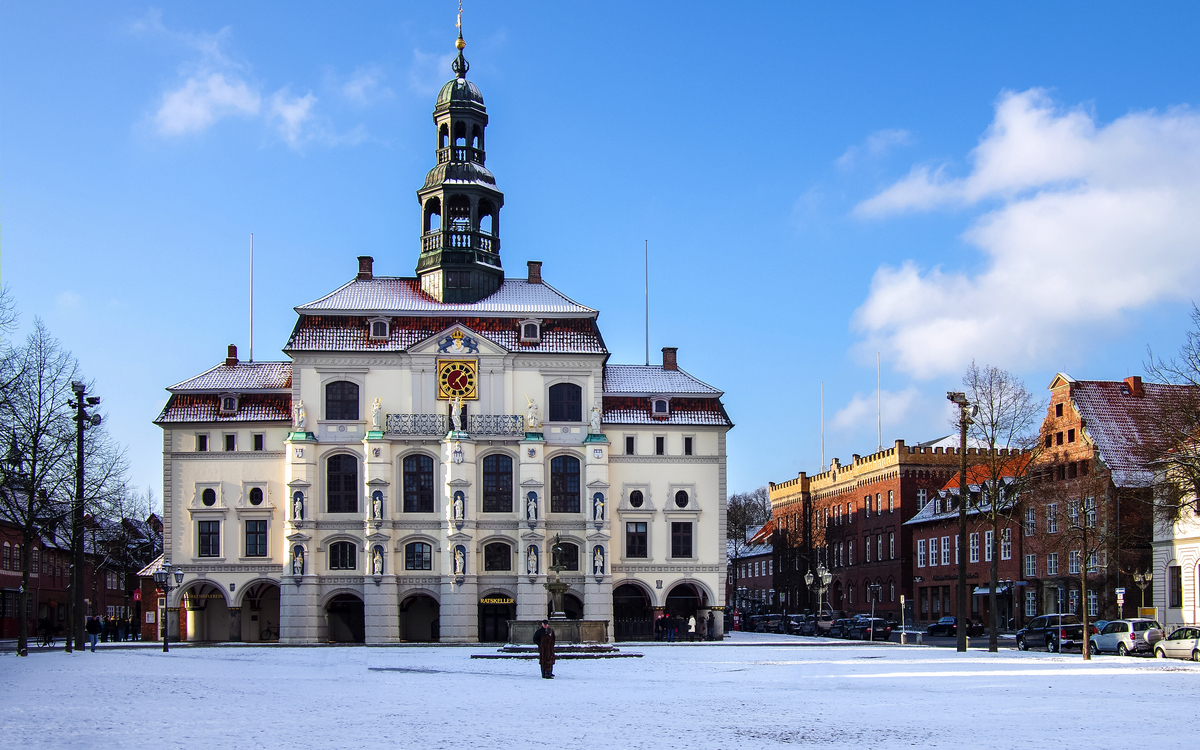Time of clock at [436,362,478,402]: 1:23
